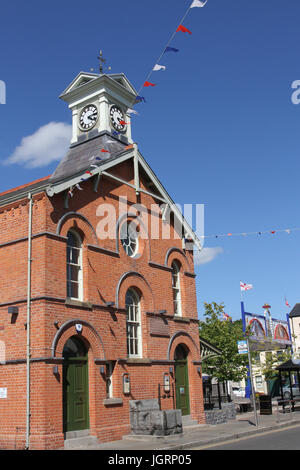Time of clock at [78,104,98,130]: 4:13
